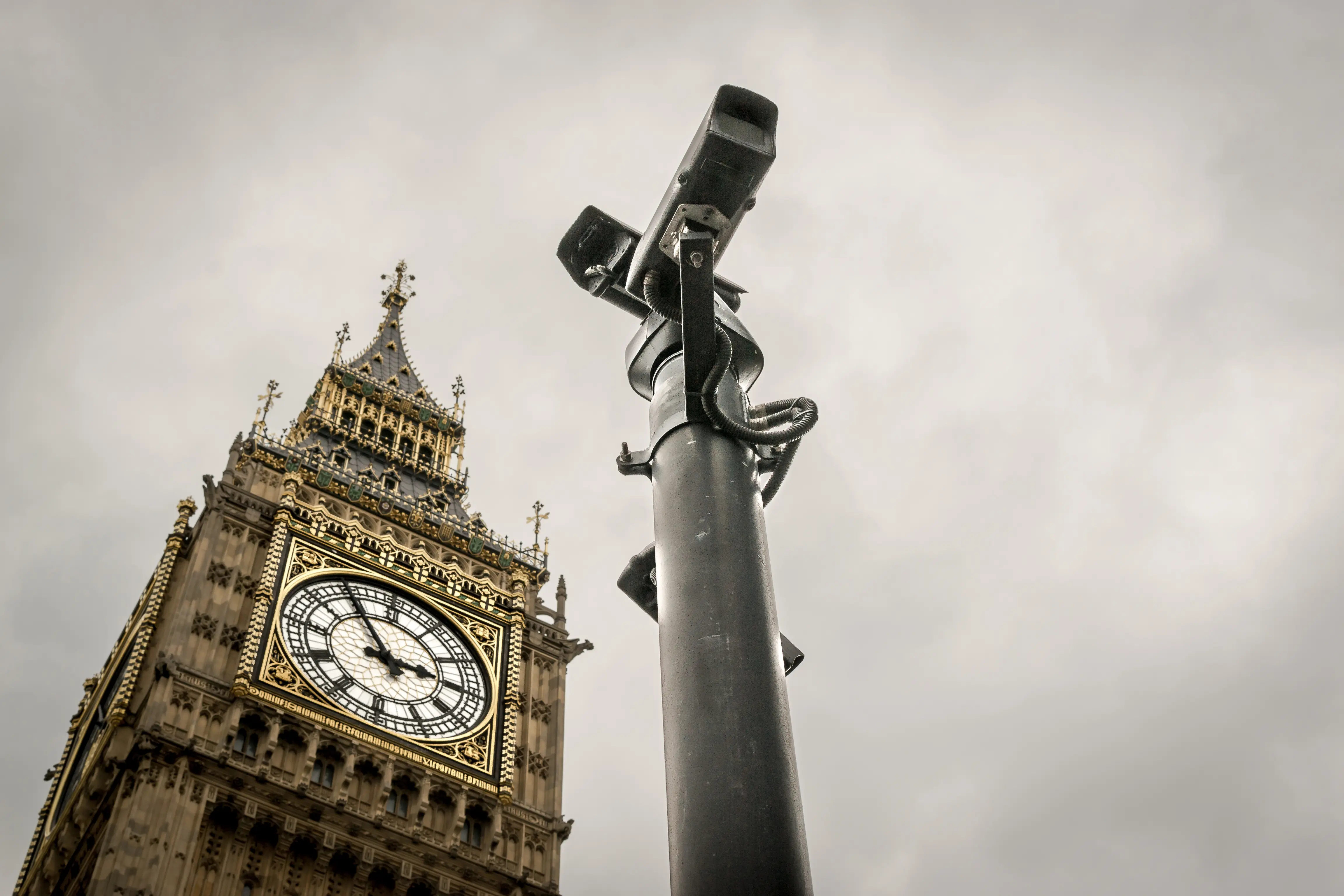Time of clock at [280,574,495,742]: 2:54
